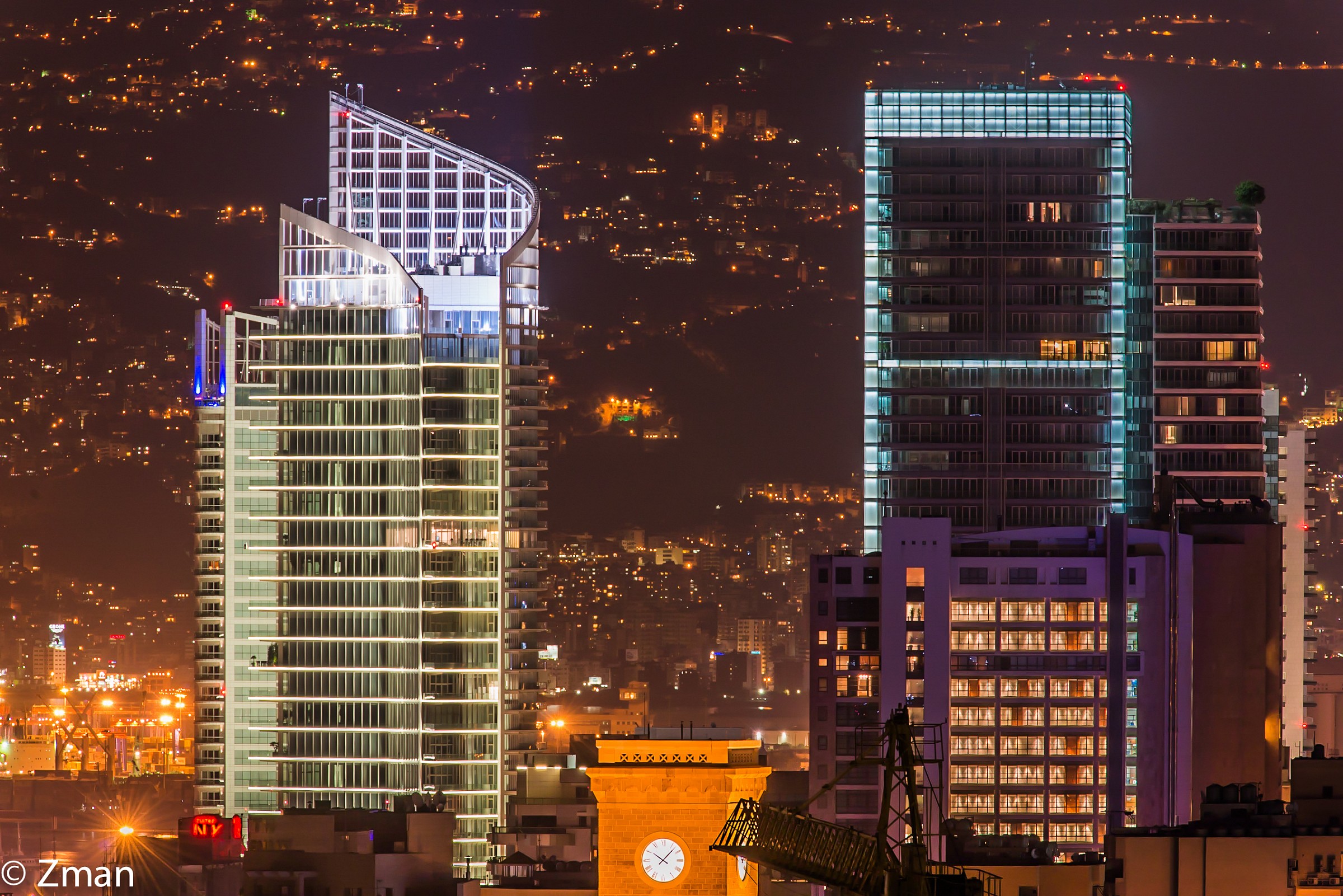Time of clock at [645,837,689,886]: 10:07
